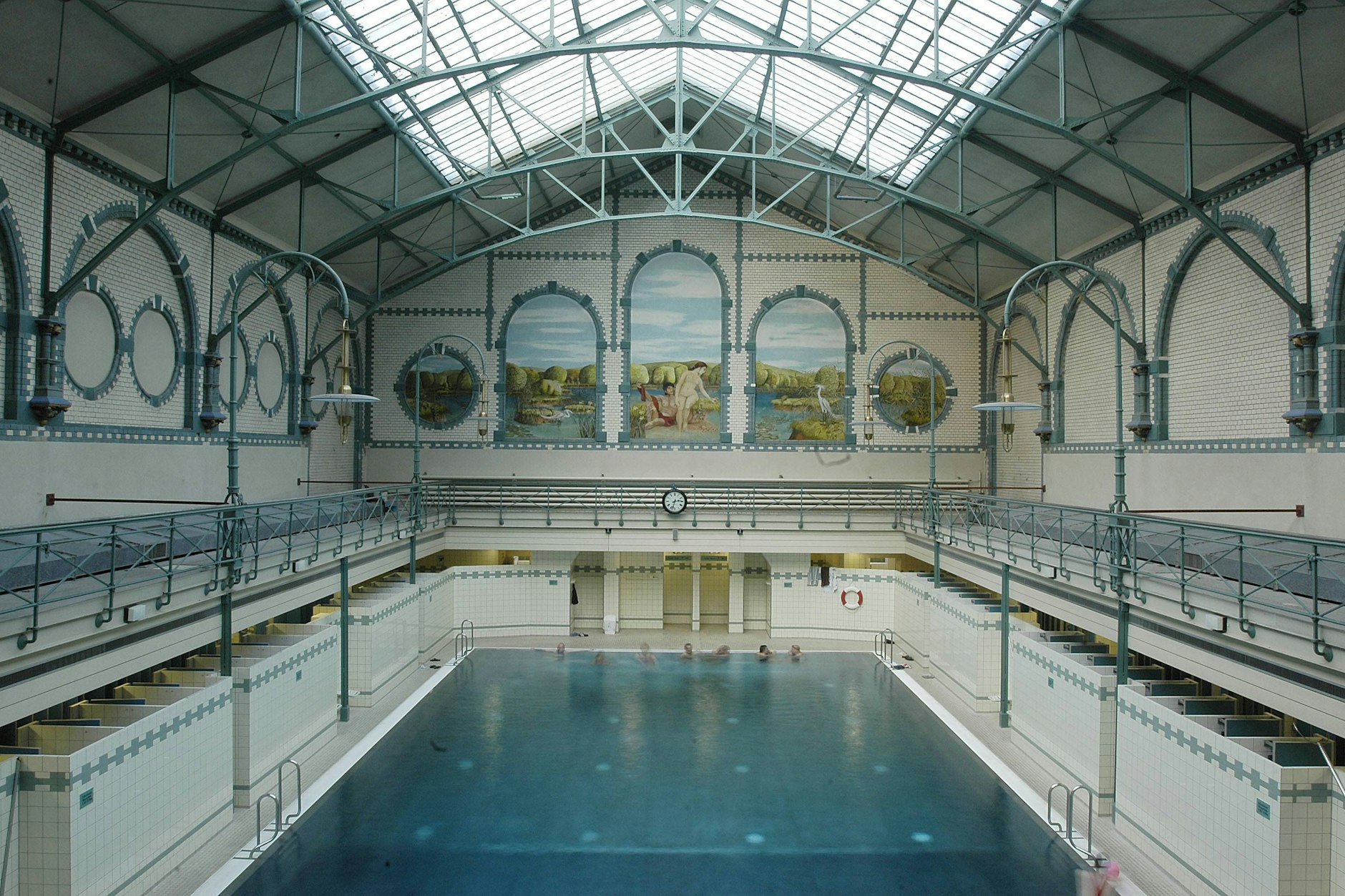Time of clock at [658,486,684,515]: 2:32
